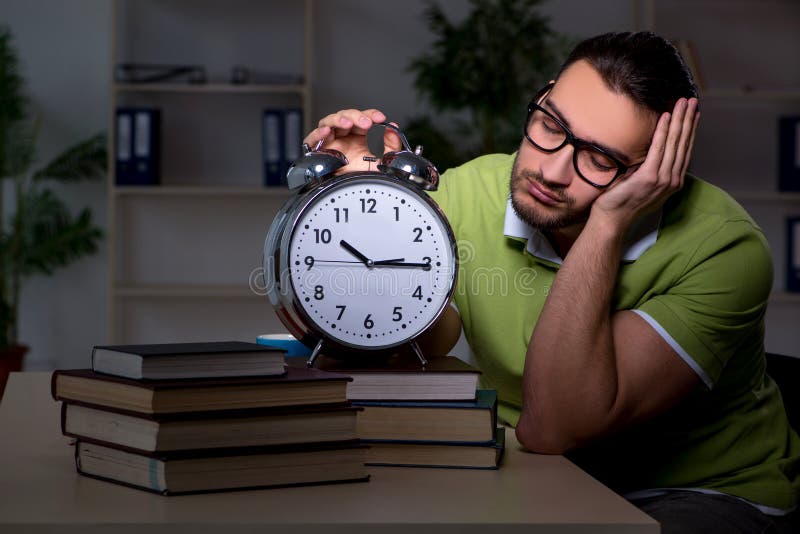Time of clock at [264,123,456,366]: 10:15
